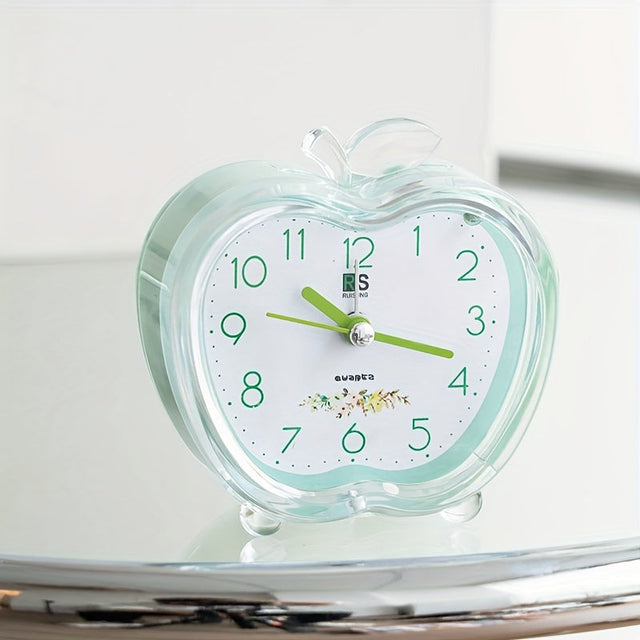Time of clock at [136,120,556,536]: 10:18
